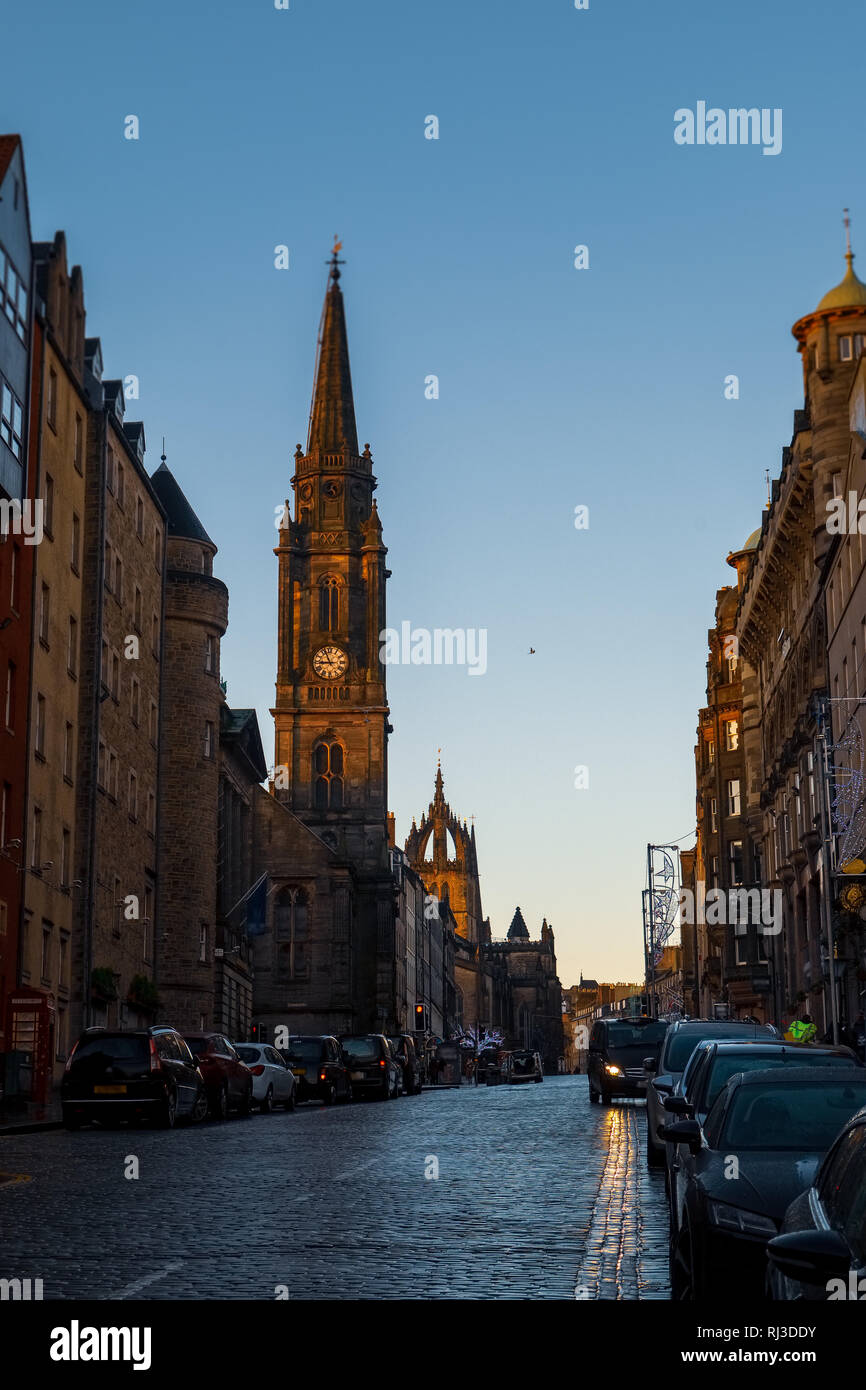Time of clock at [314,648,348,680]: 8:56
